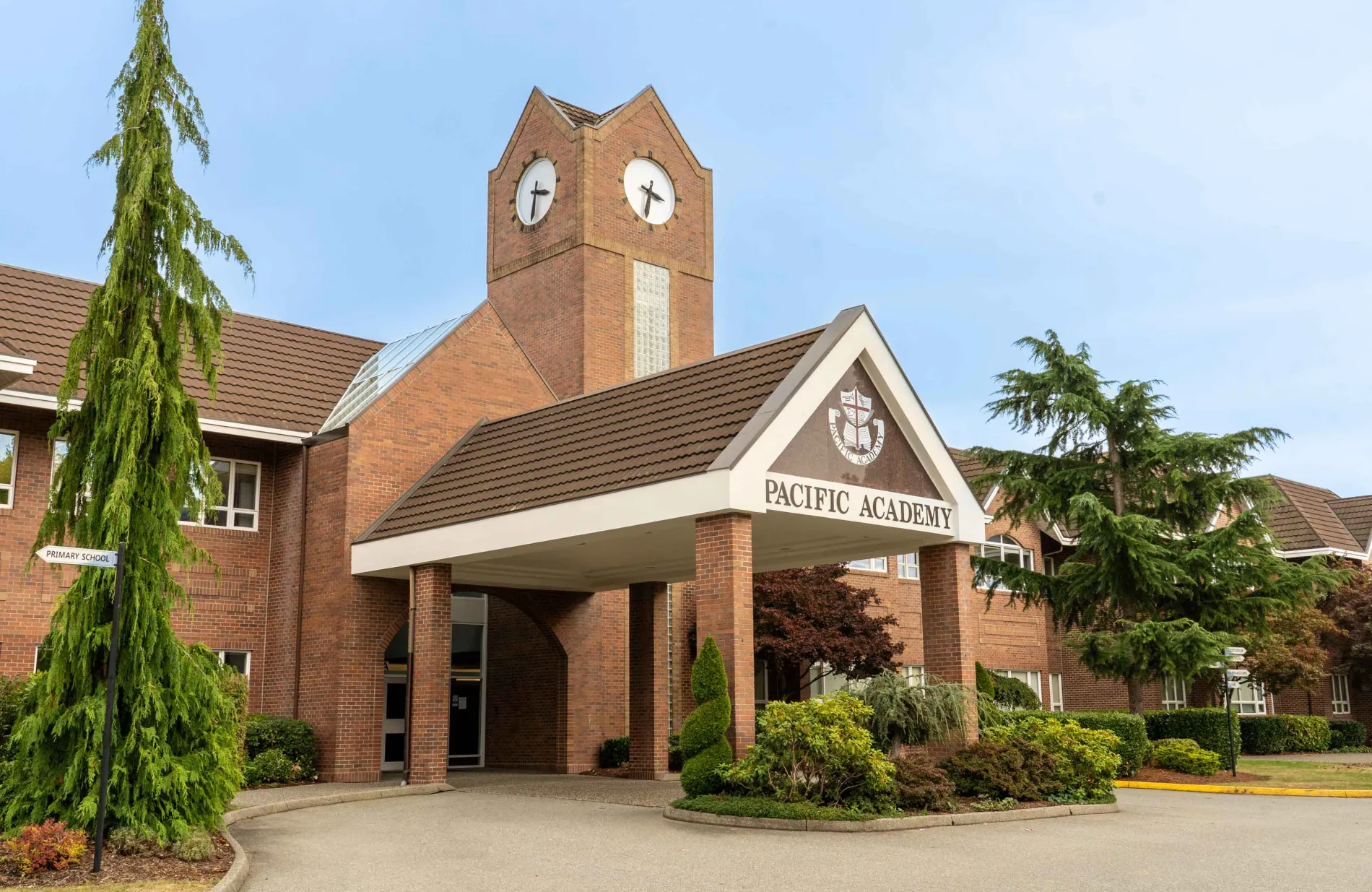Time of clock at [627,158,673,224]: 3:32
